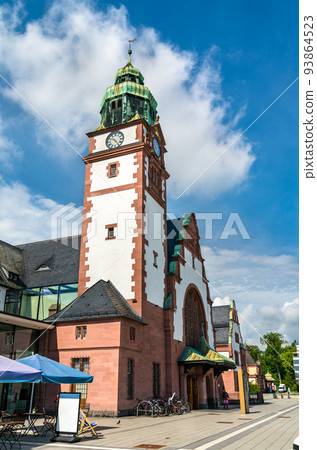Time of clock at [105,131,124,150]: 10:24
